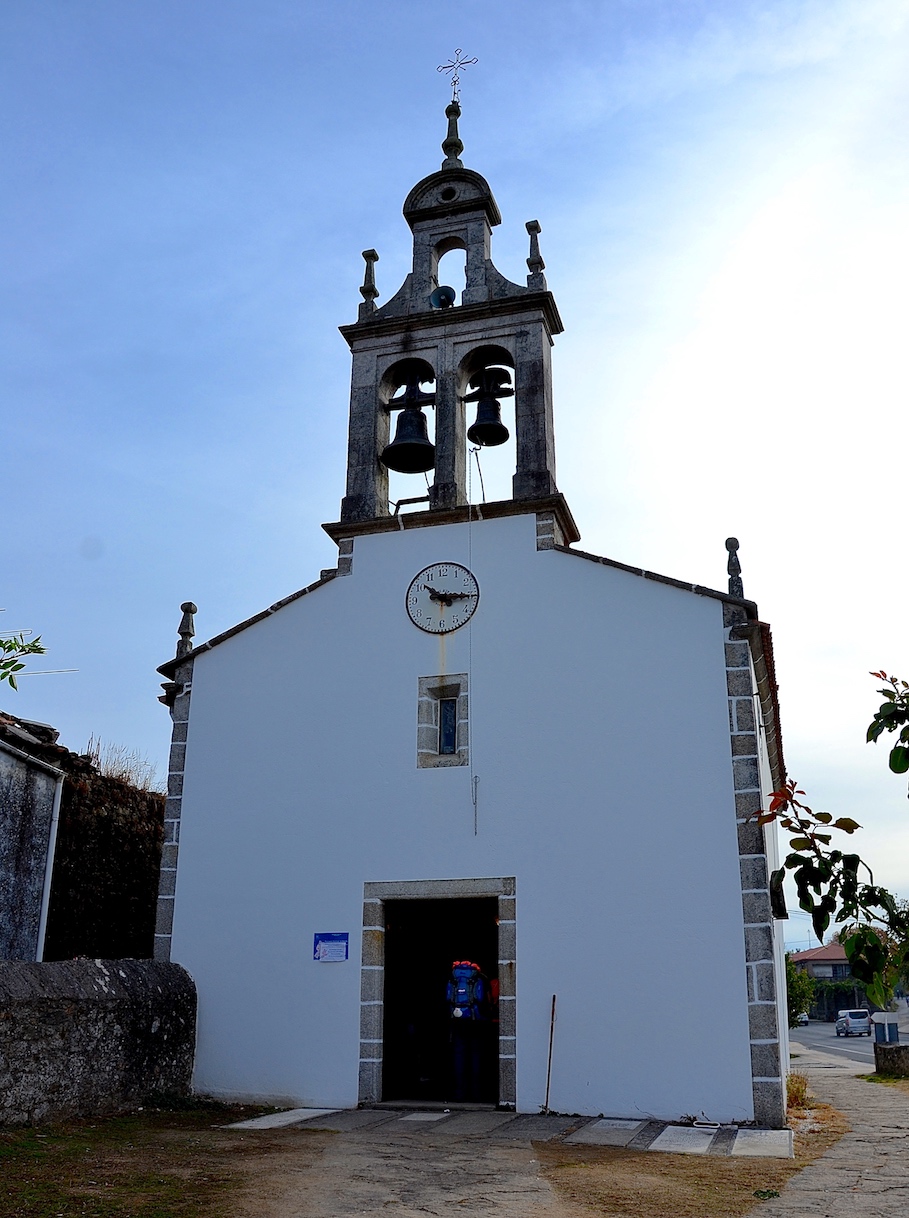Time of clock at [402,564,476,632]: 10:15
